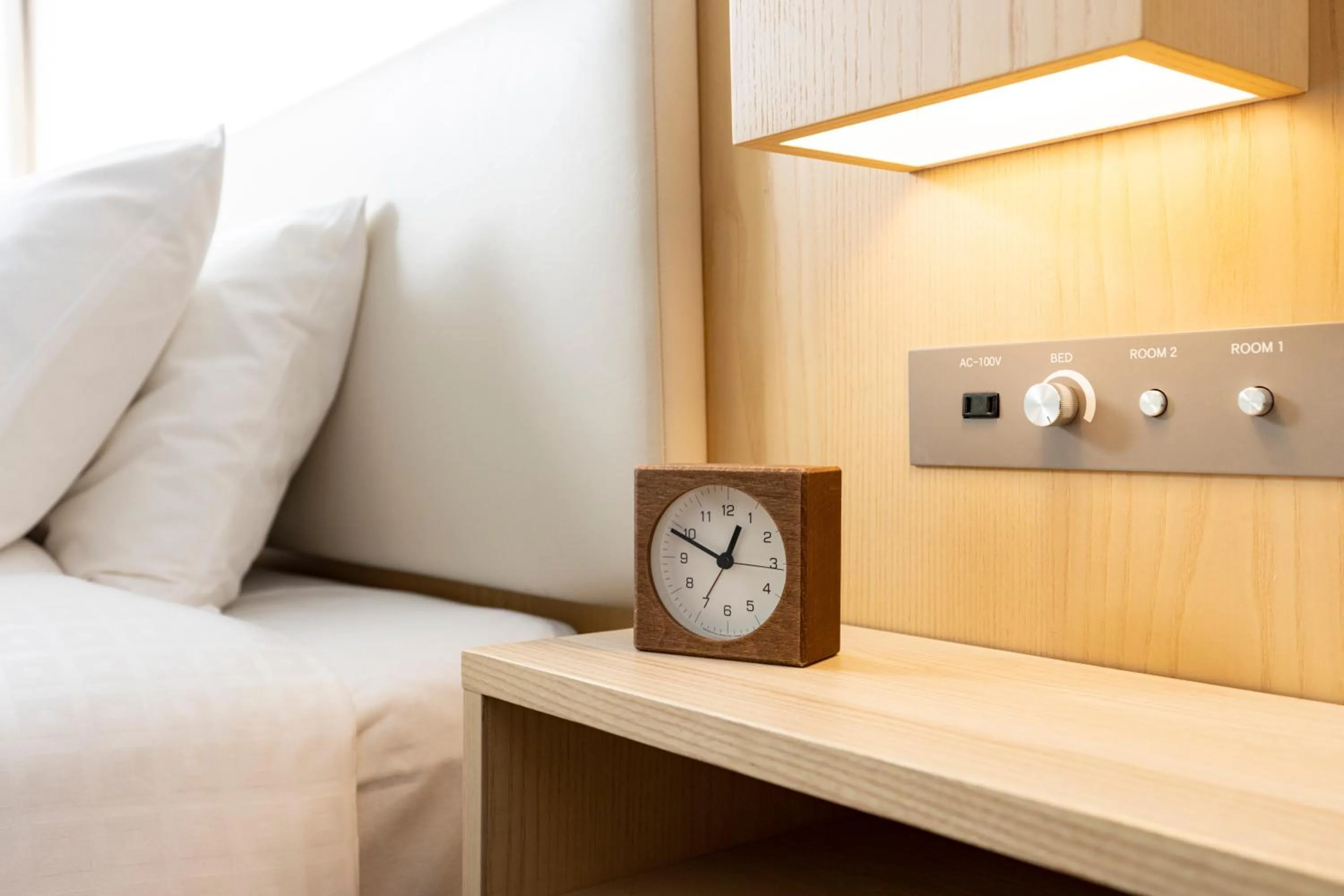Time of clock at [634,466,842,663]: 12:49
